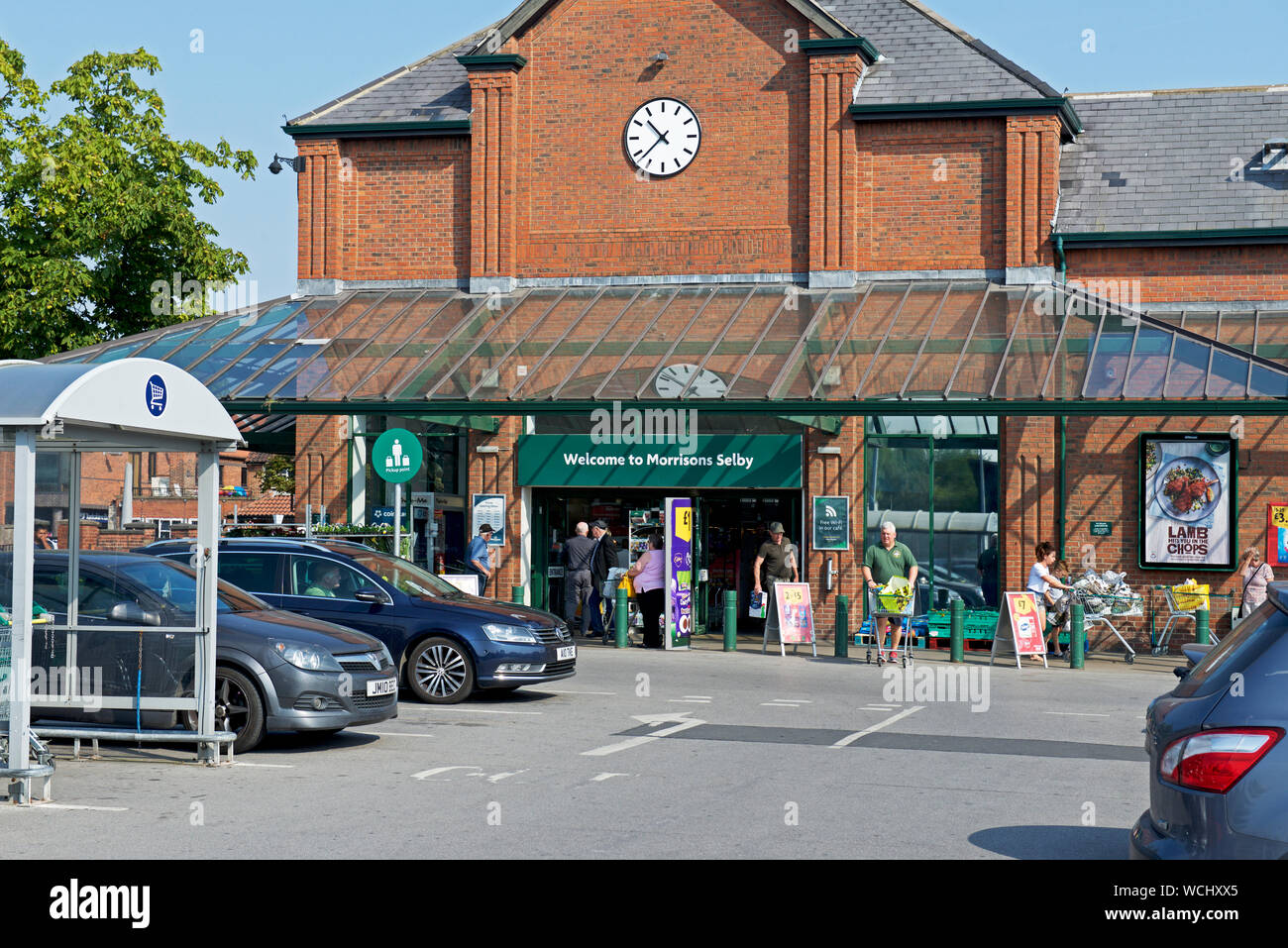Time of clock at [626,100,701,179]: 10:37
